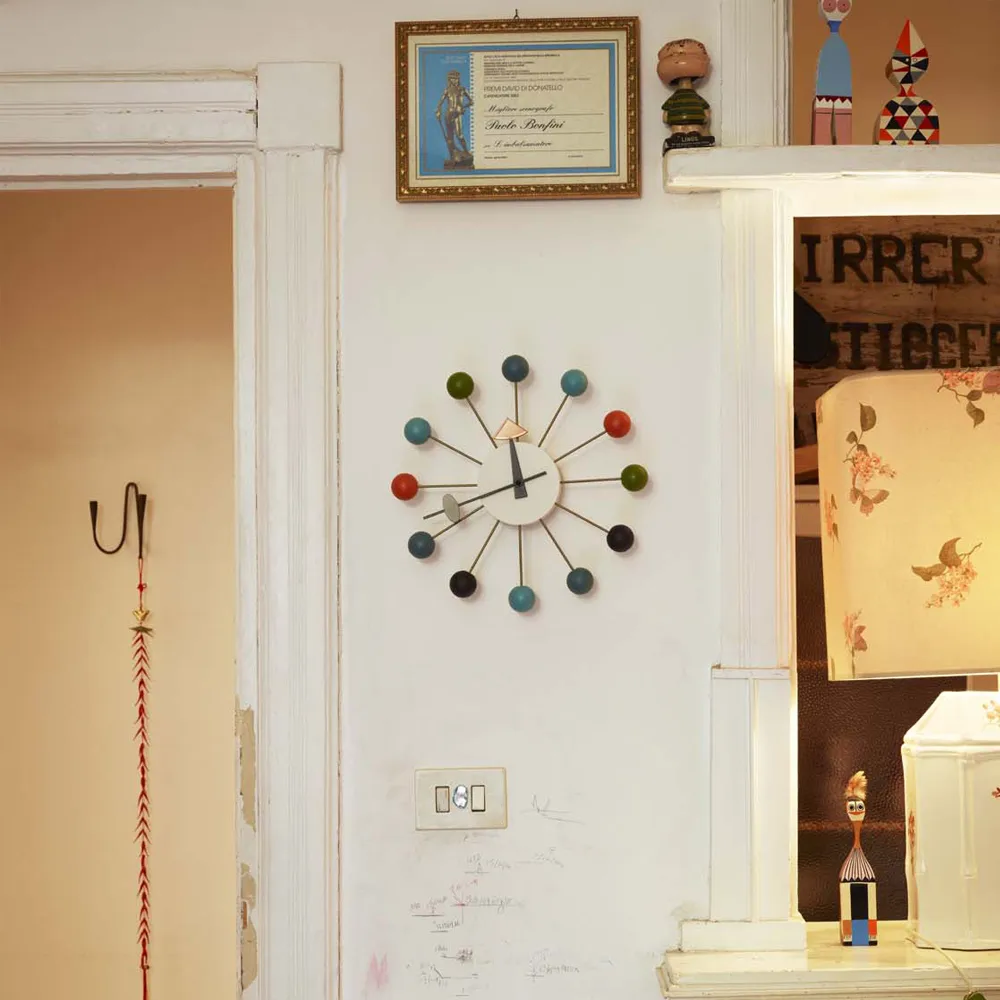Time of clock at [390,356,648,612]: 11:41
